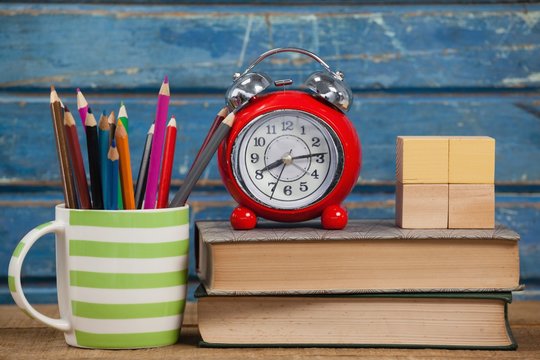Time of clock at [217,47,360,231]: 8:13
